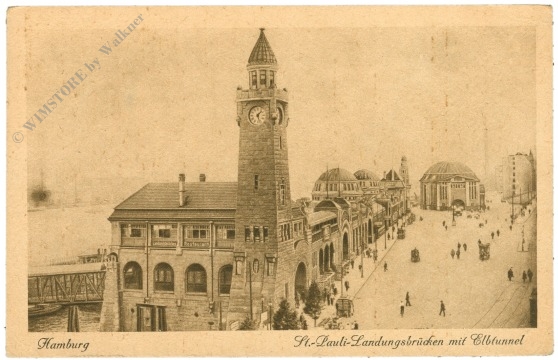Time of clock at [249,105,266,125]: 1:26
